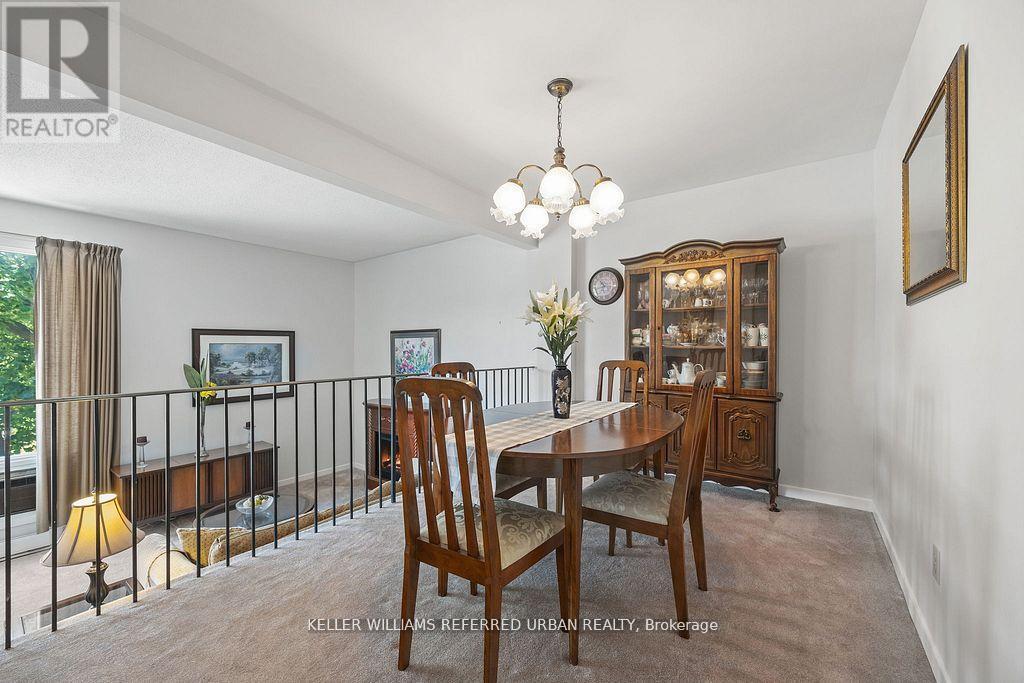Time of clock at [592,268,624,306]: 10:42
